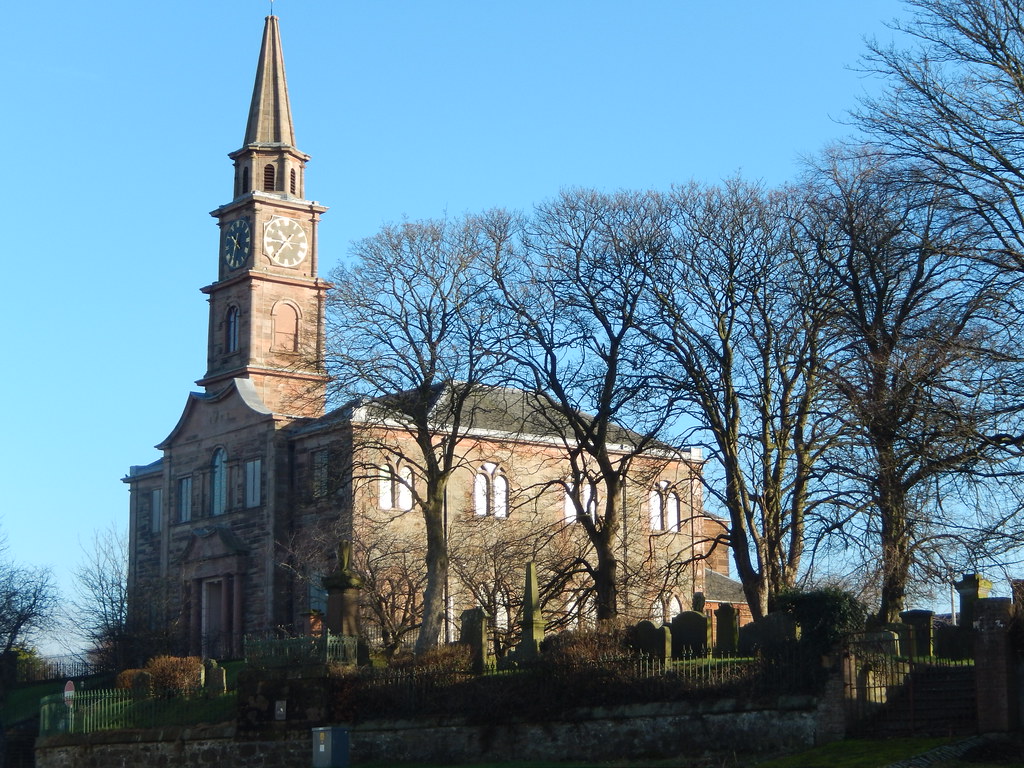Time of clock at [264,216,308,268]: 10:36
